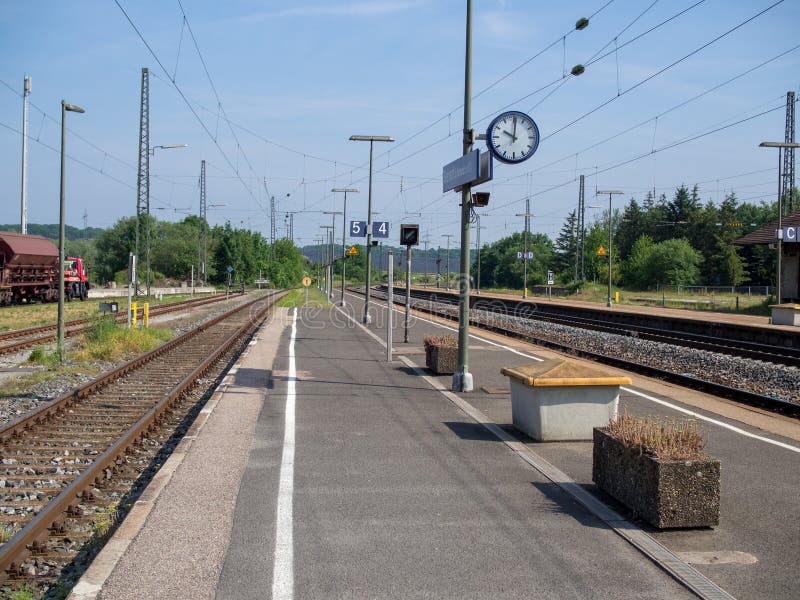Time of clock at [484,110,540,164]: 10:00
